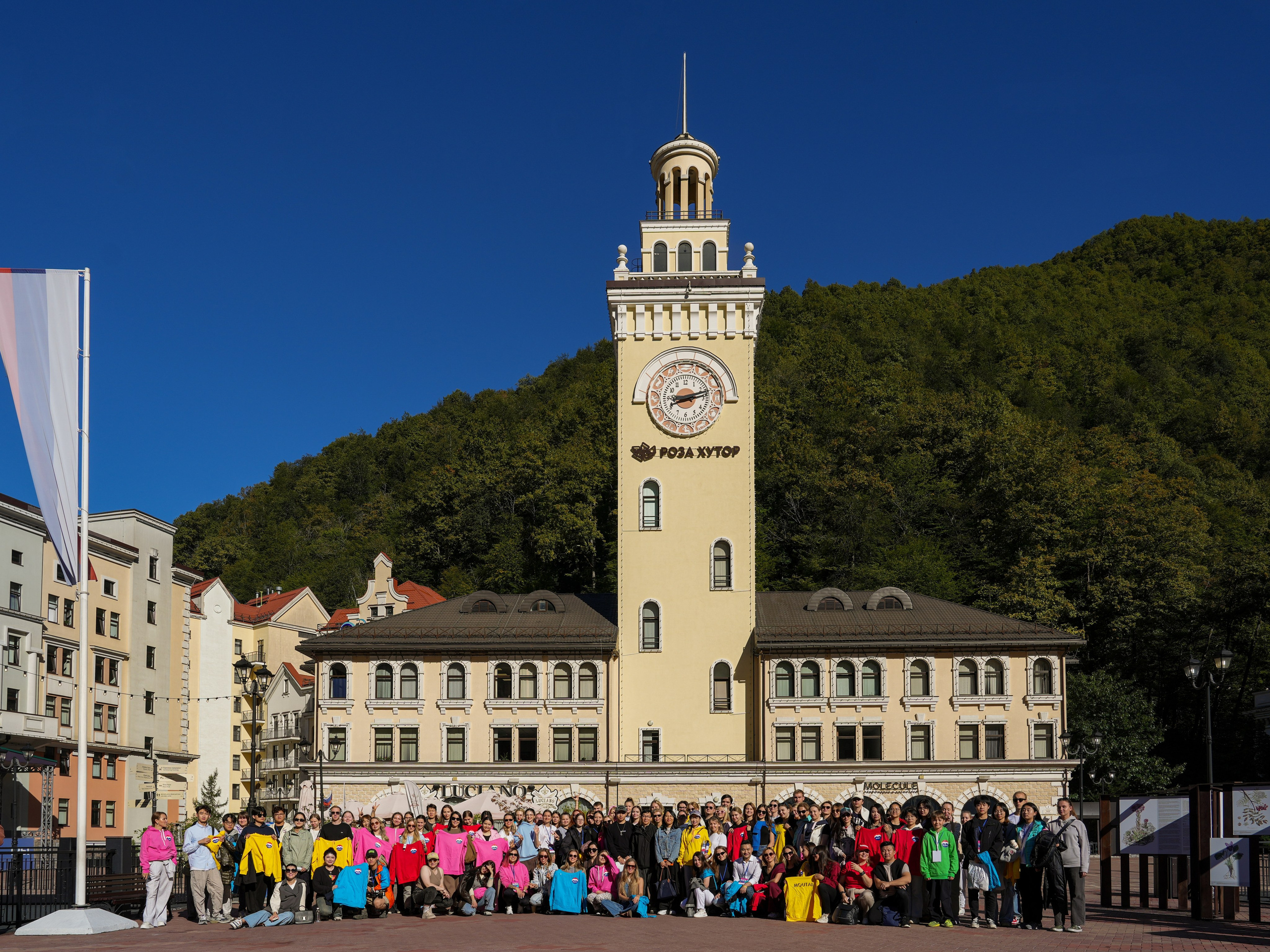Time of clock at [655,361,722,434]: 8:12
